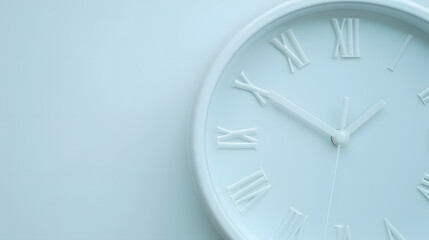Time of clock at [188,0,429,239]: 1:50
